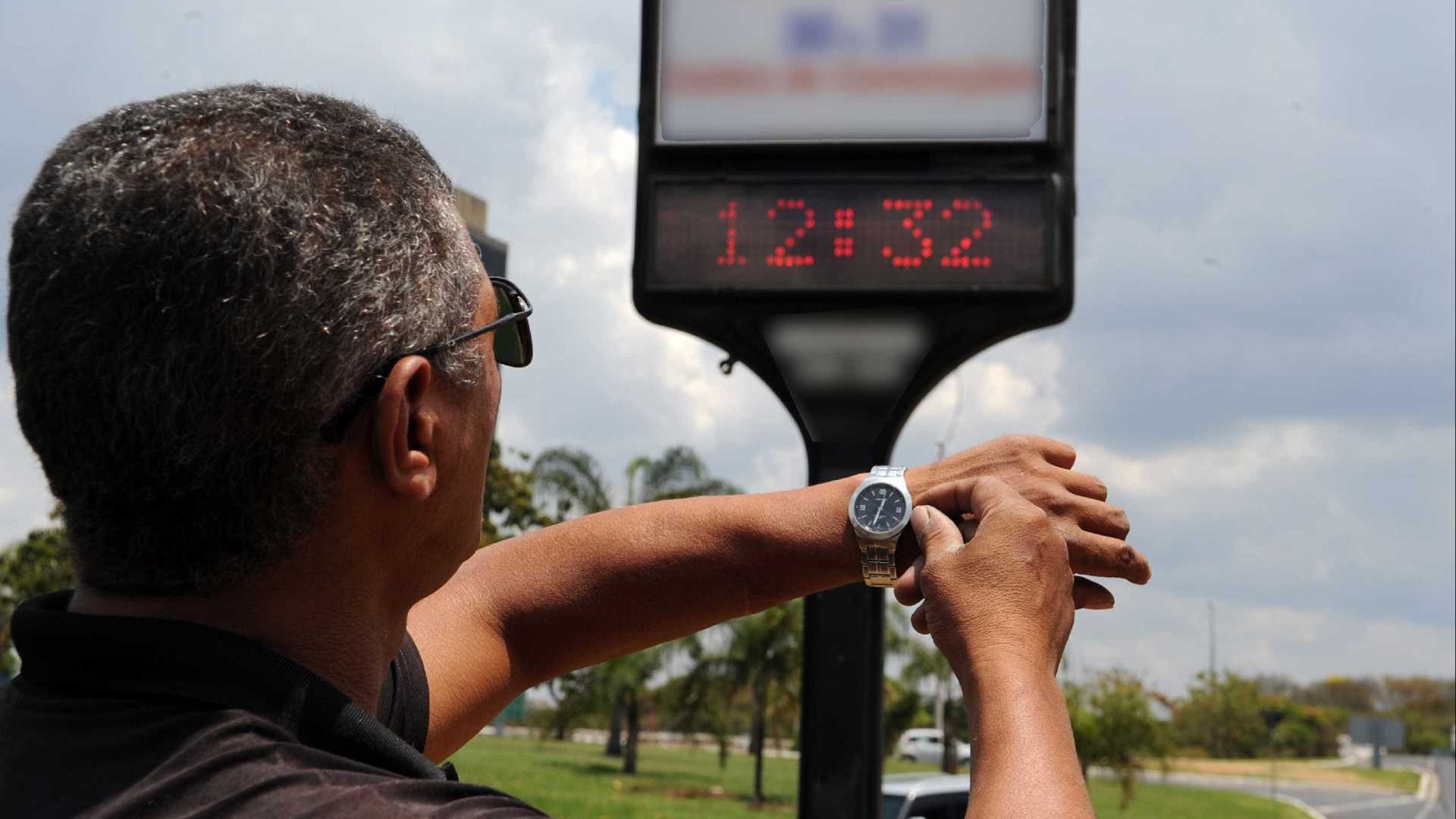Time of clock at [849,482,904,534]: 12:32
